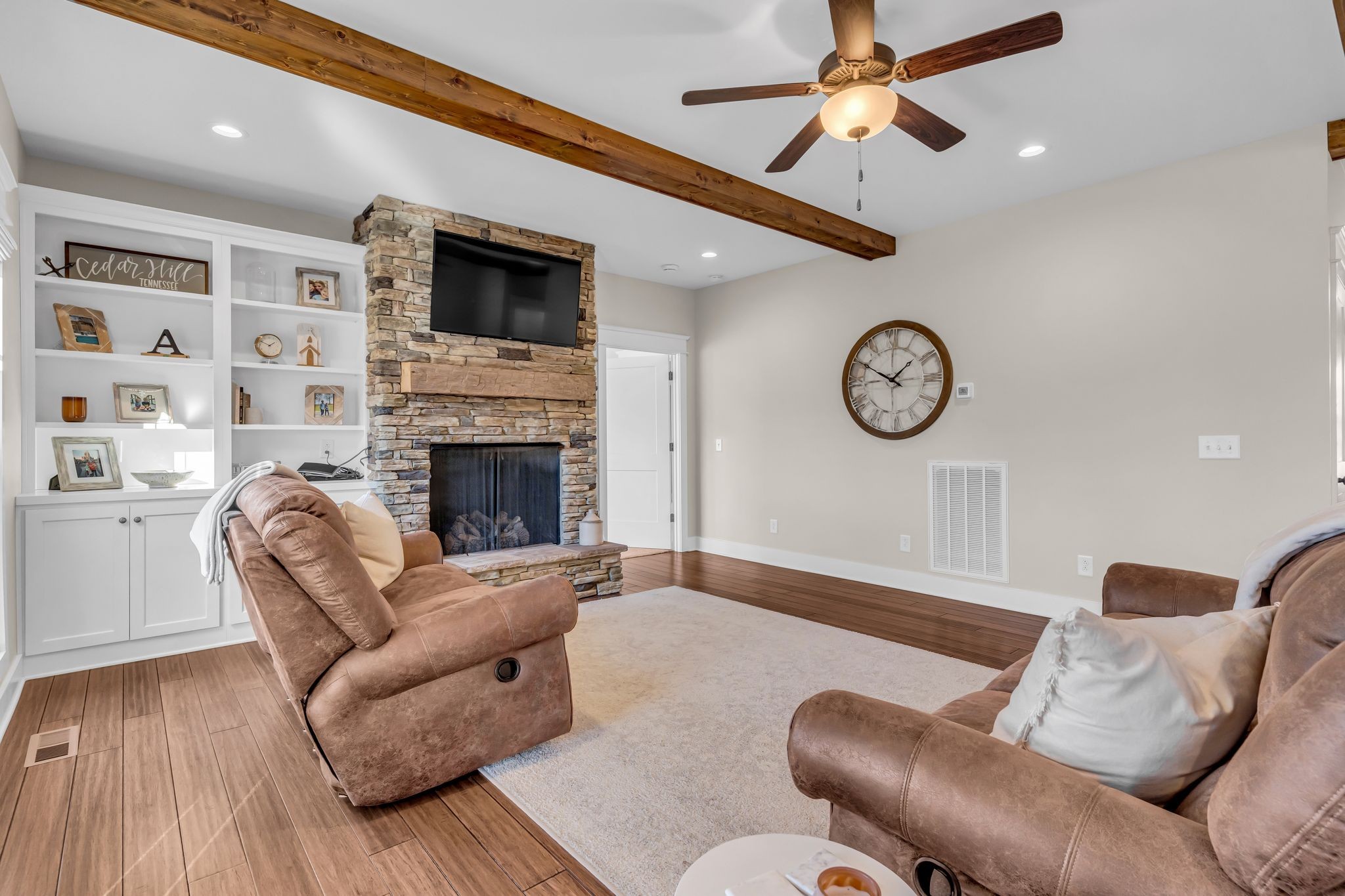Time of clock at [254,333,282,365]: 1:49
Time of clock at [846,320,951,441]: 1:50
